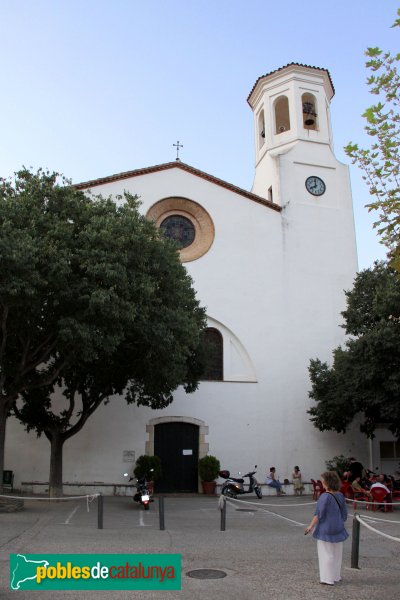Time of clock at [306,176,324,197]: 8:01
